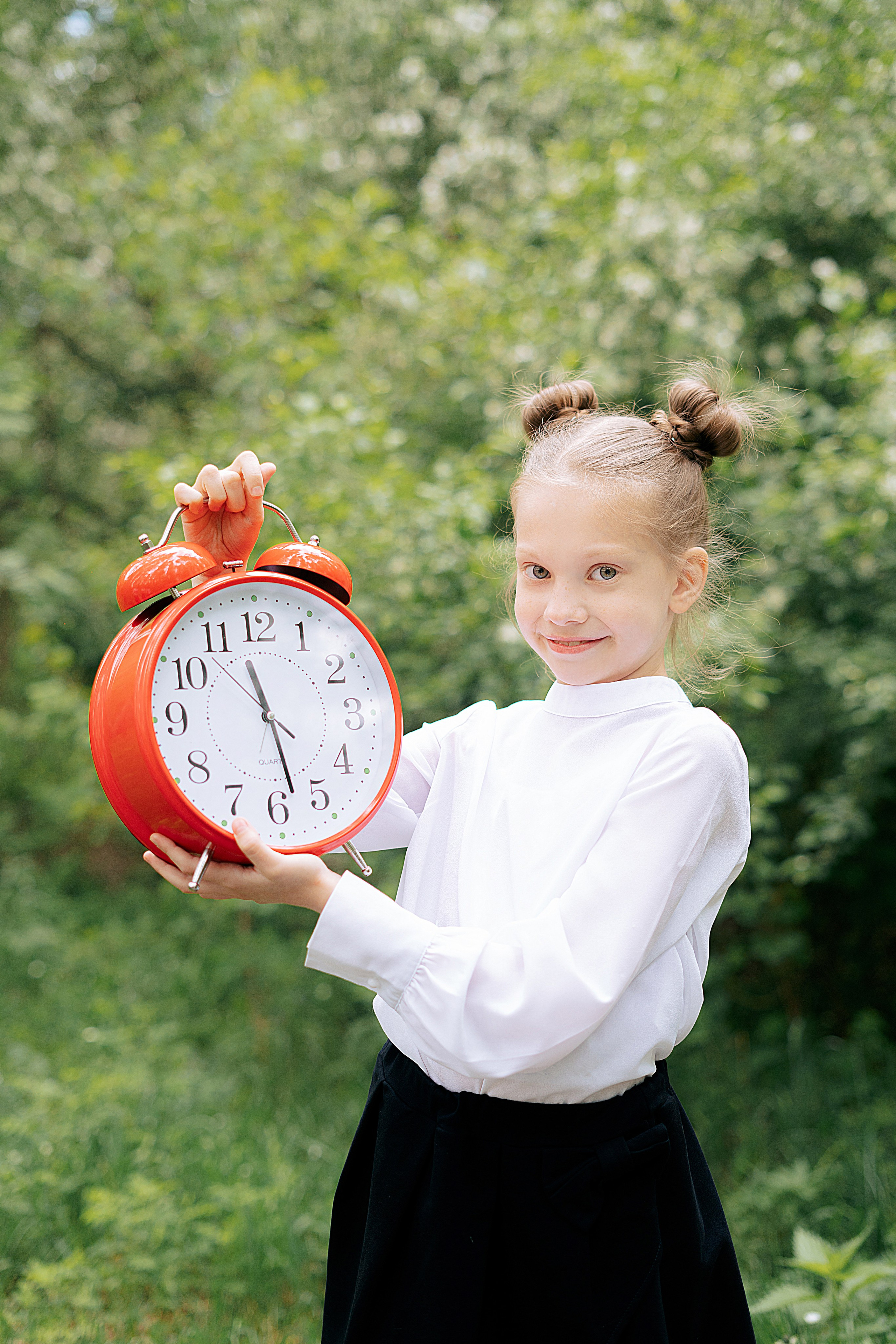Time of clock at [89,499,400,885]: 11:28
